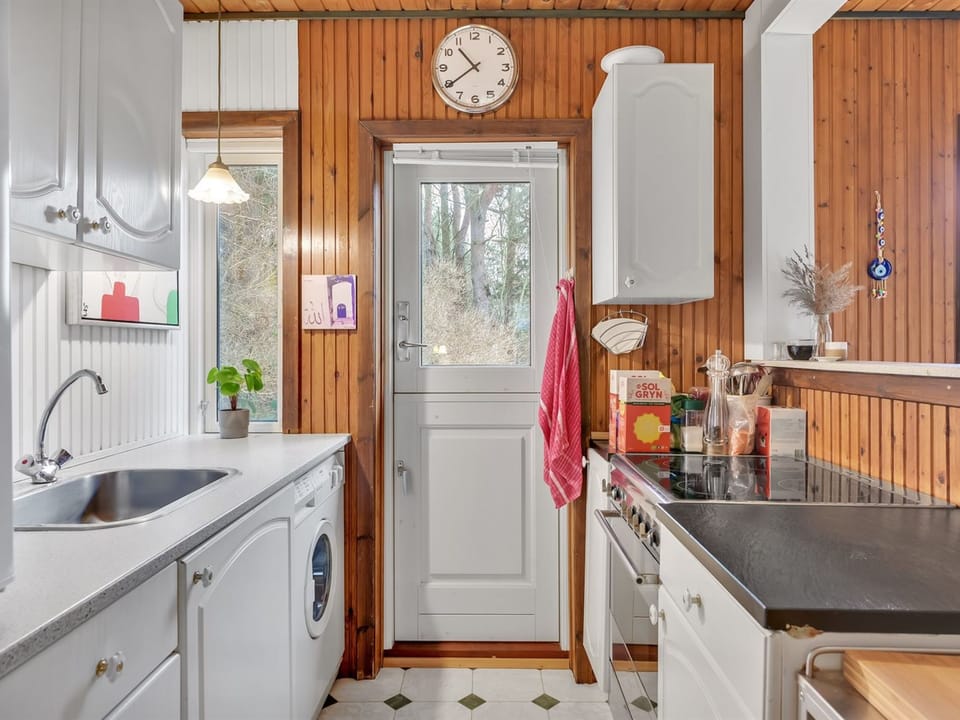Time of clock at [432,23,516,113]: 10:39
